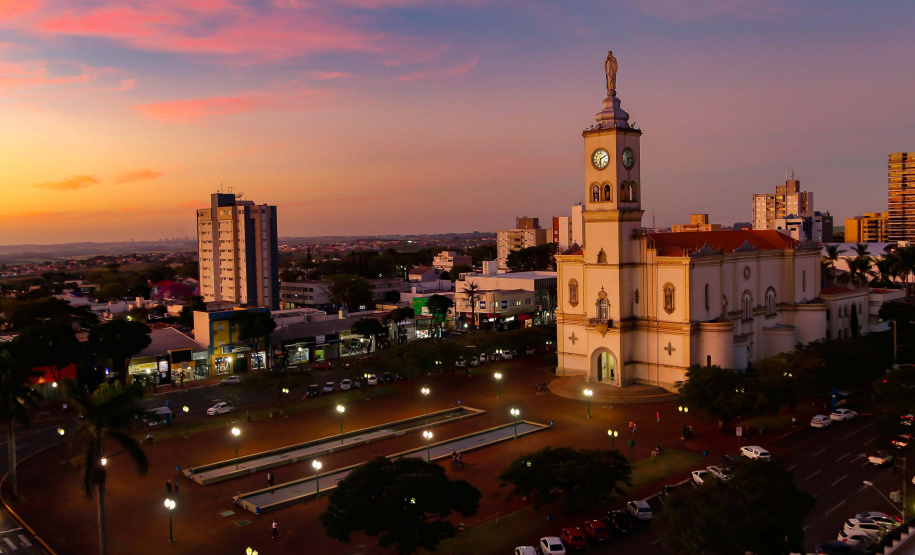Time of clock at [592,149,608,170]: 6:10
